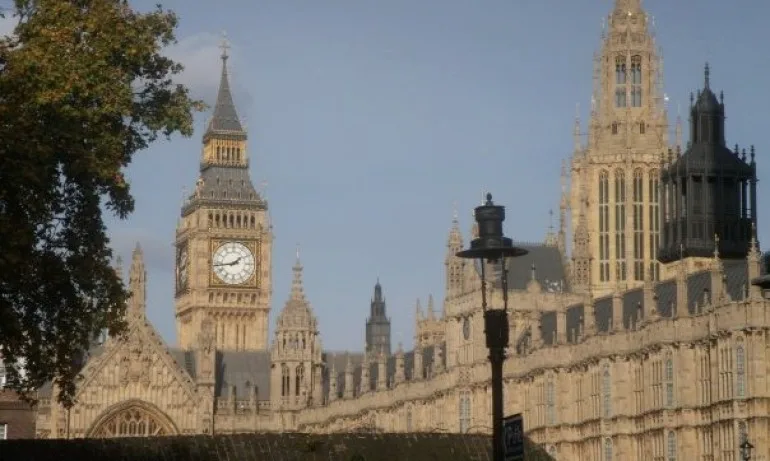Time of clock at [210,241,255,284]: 1:43
